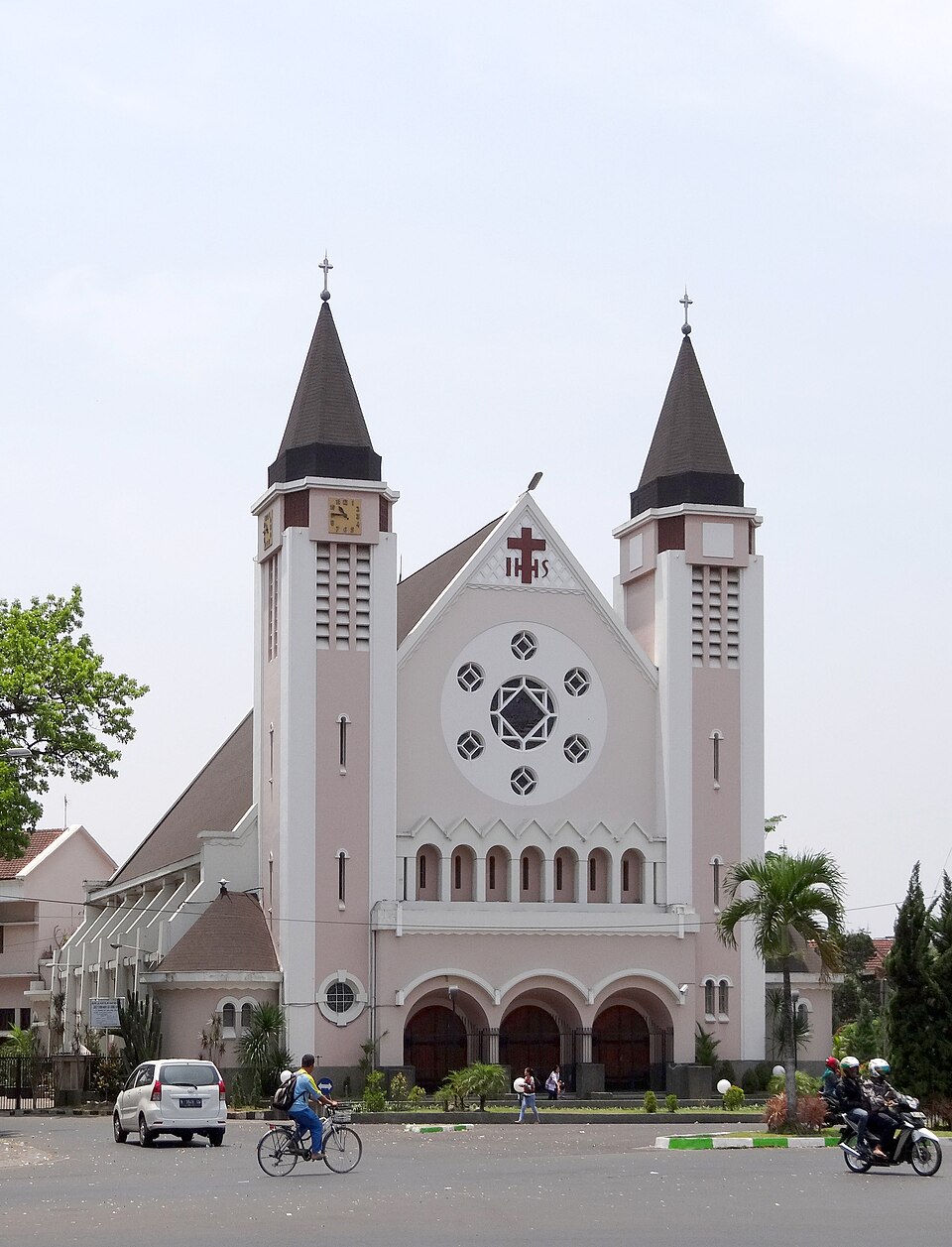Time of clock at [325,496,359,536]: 10:45
